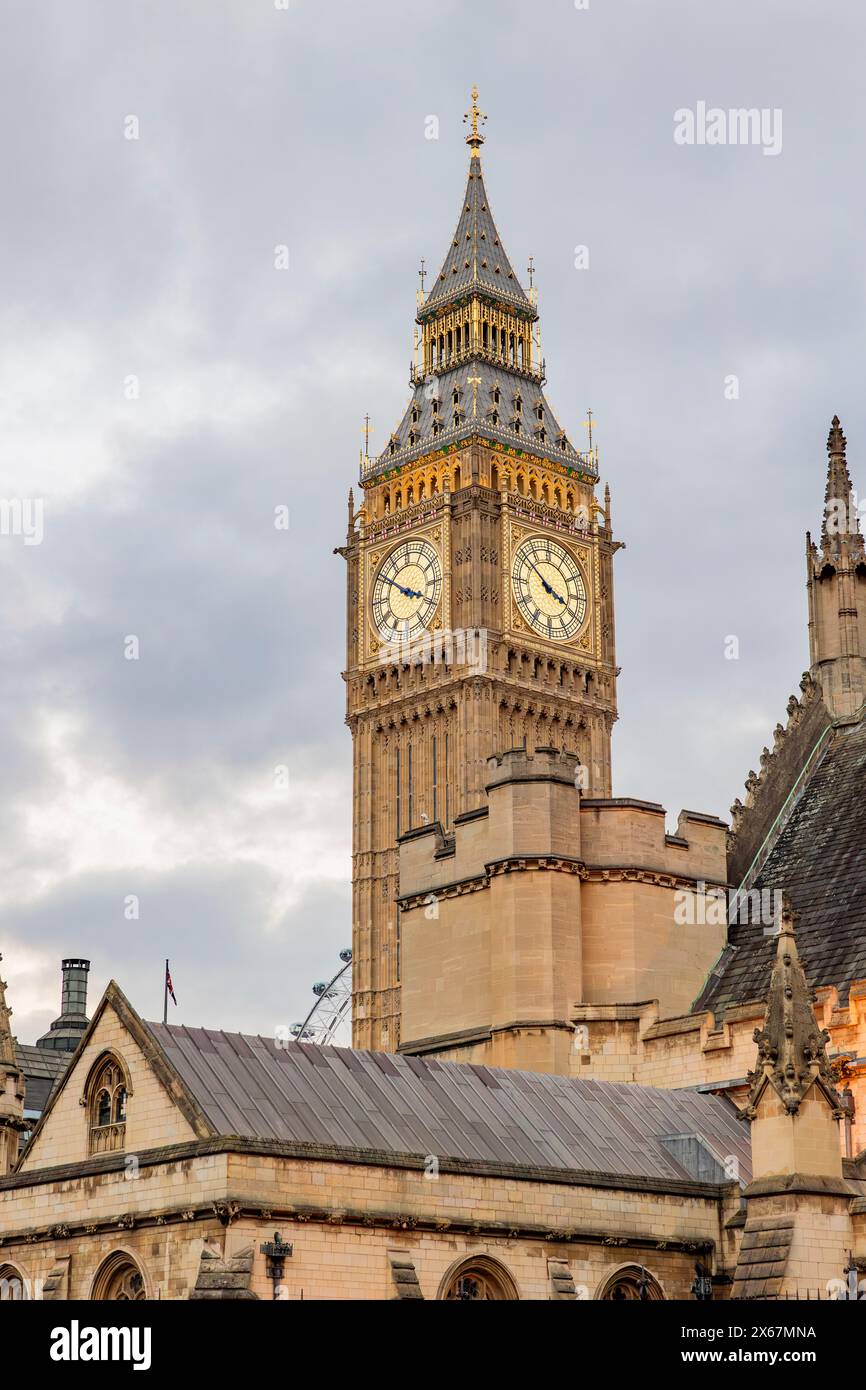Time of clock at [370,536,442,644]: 3:50
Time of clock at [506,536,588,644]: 3:51
